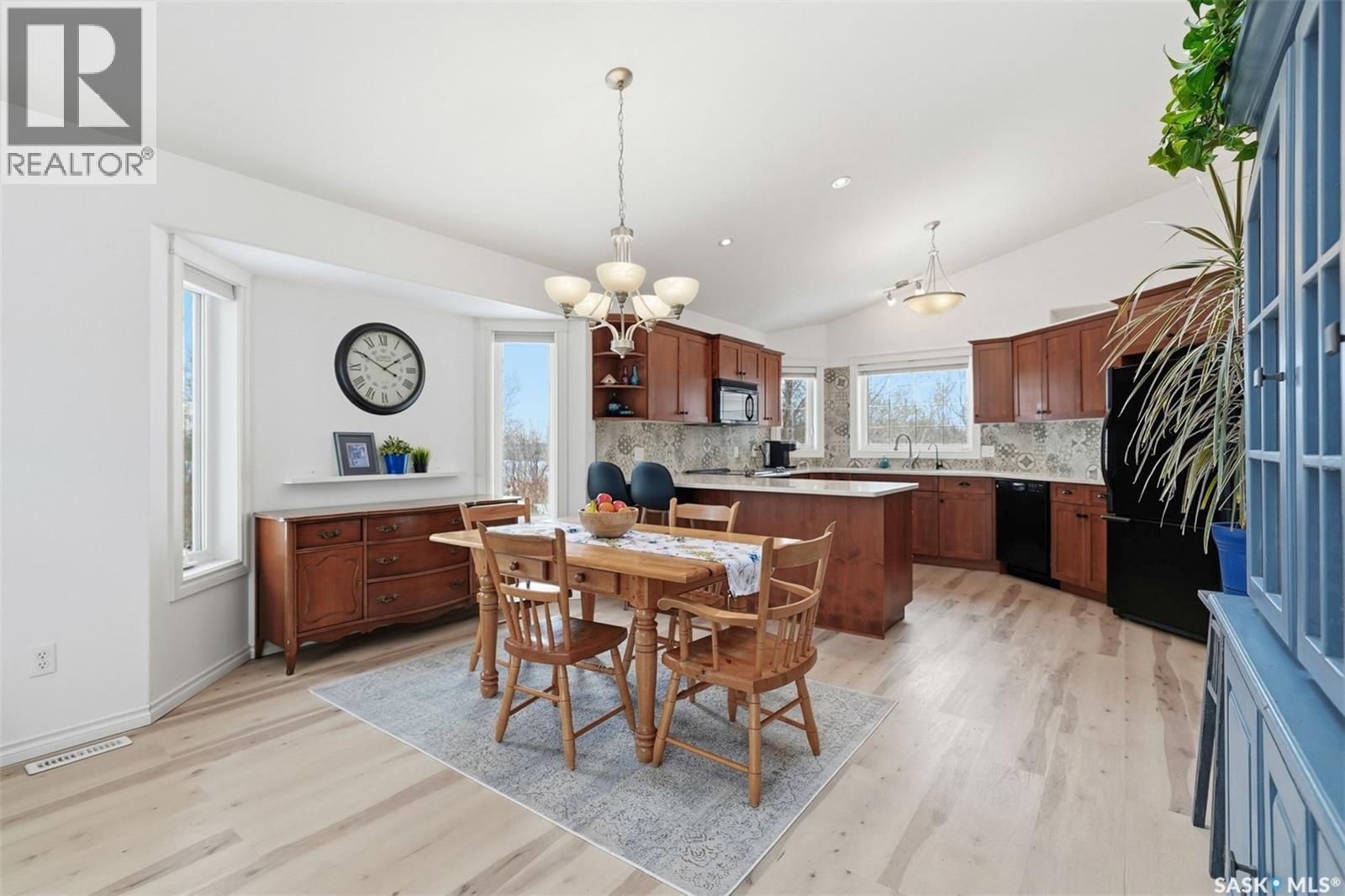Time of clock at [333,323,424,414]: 1:50
